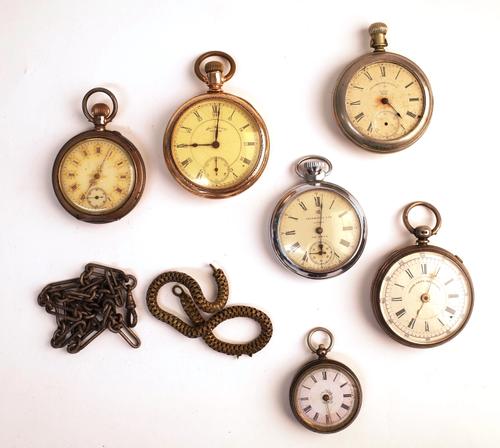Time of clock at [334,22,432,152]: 4:22
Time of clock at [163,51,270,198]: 9:01
